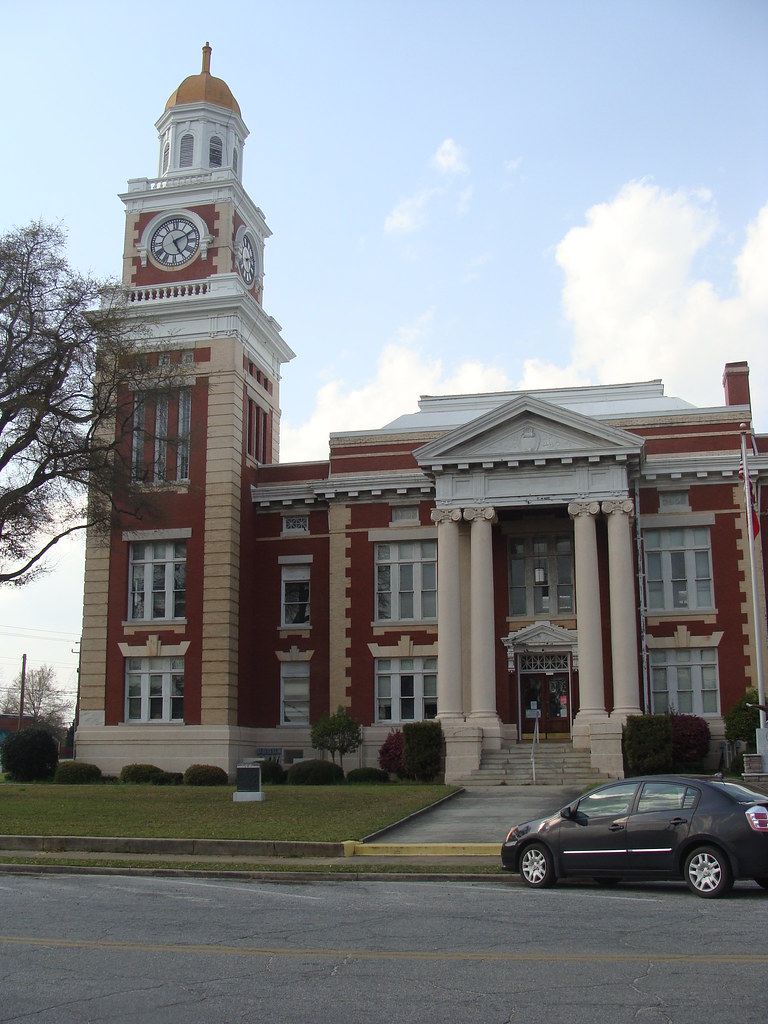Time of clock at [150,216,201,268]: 5:10
